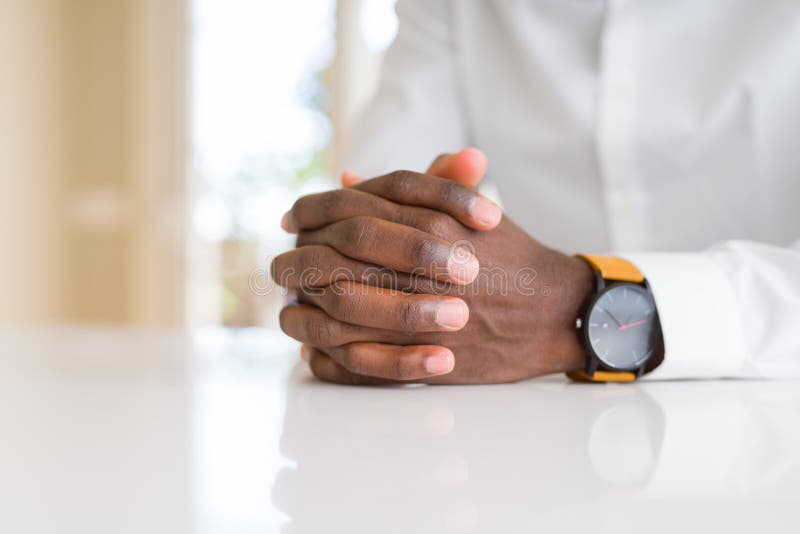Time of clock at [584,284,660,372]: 10:12
